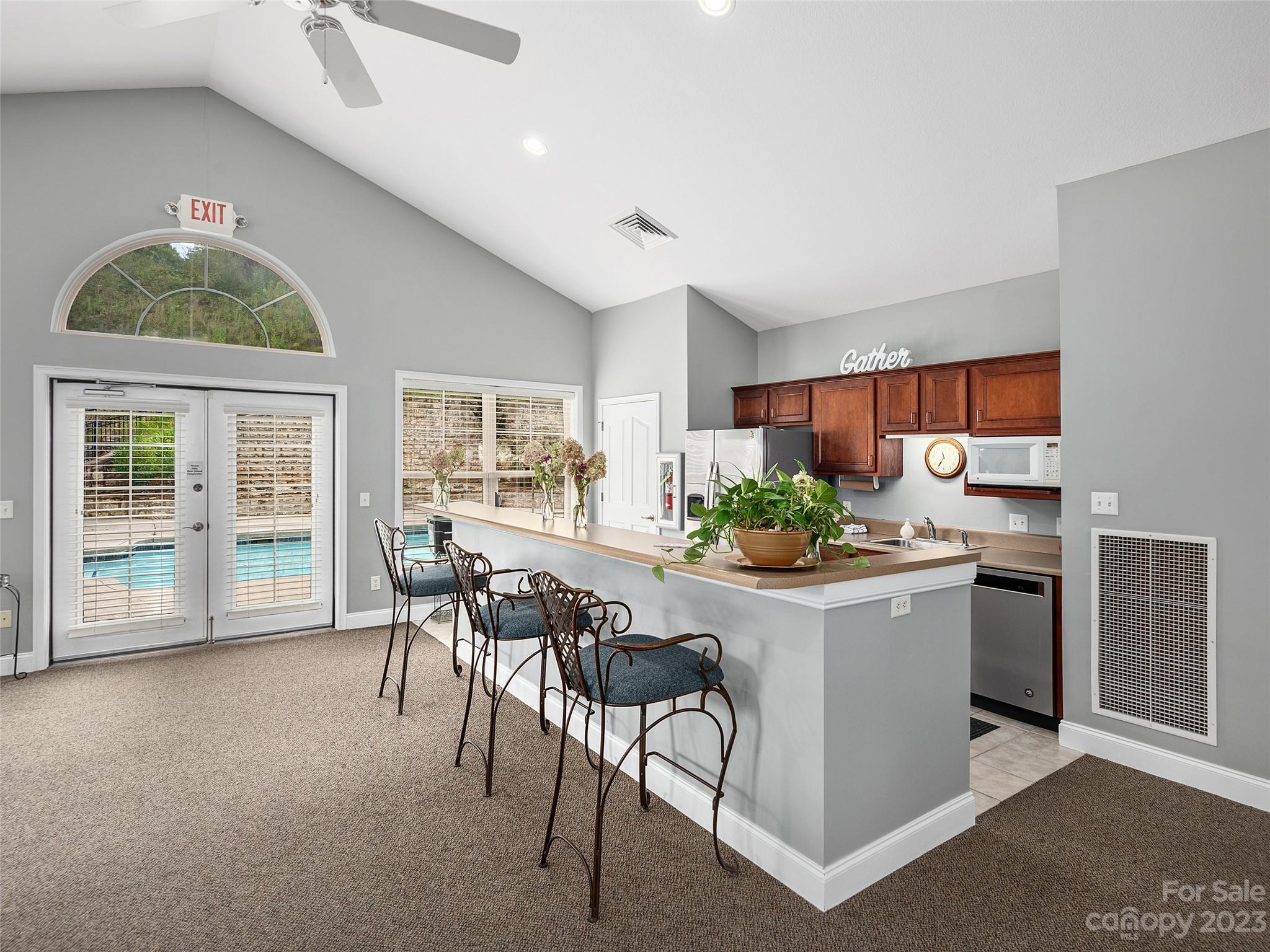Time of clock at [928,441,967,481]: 11:35
